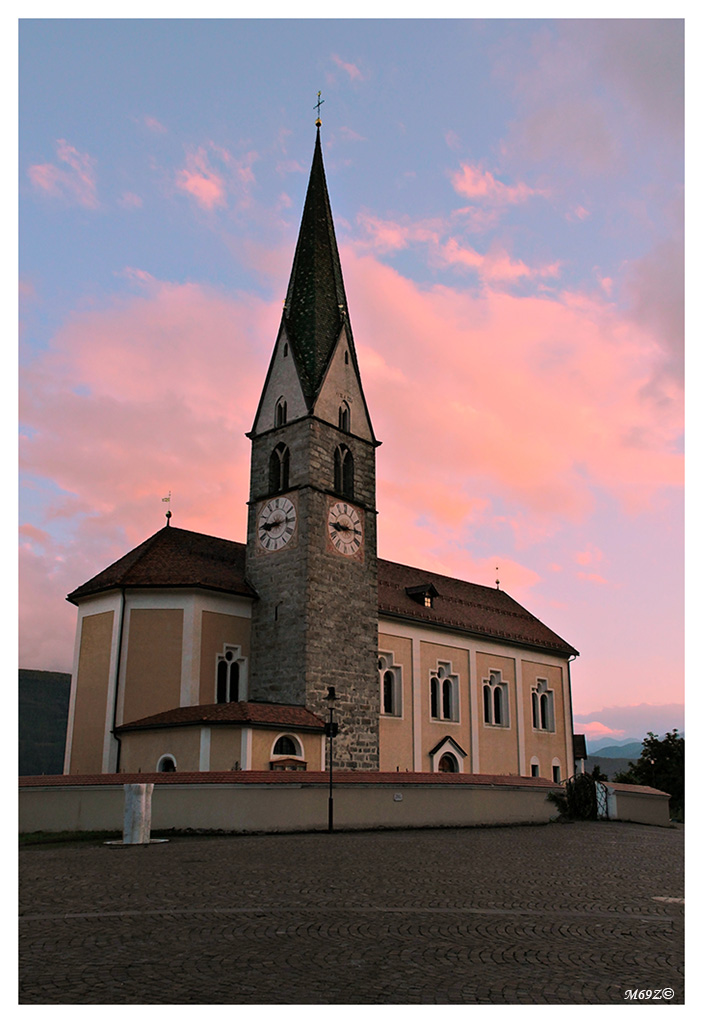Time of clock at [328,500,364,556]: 9:14
